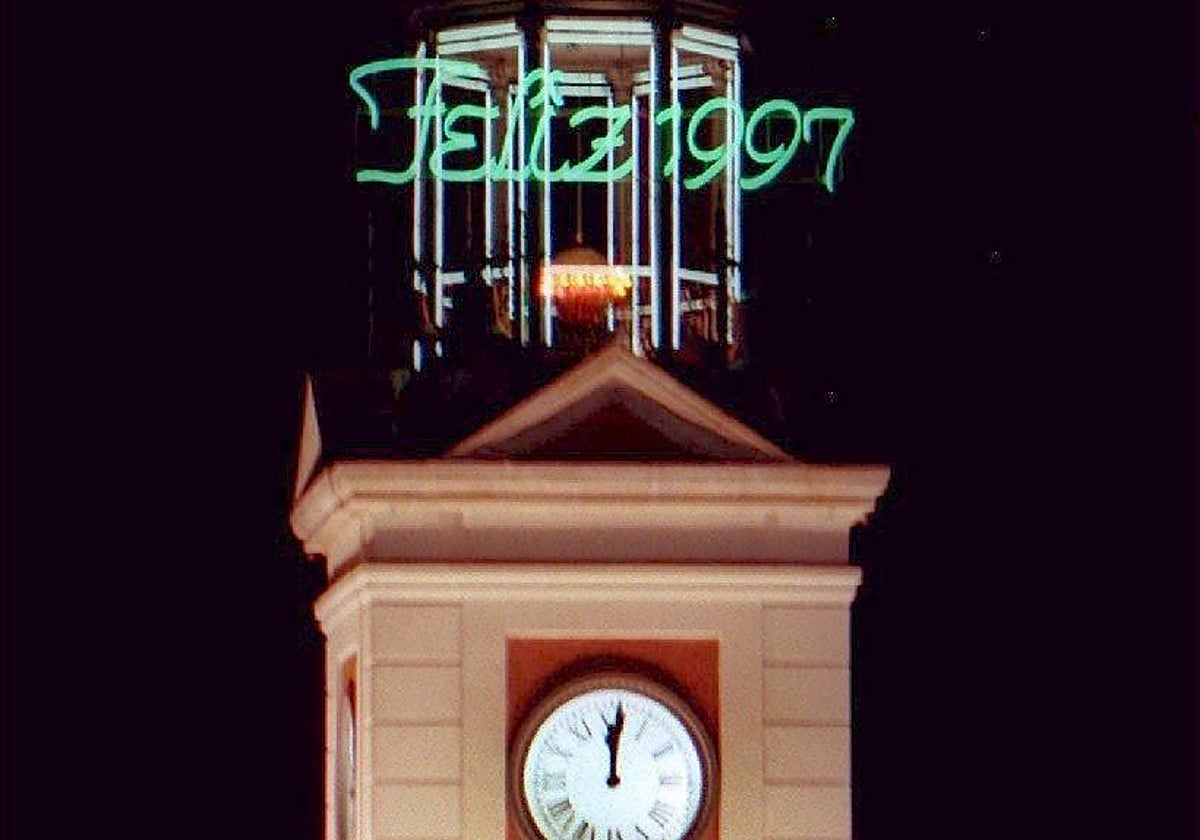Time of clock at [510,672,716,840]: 12:01
